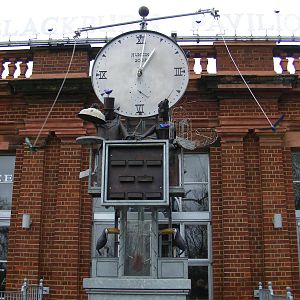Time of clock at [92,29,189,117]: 1:01
